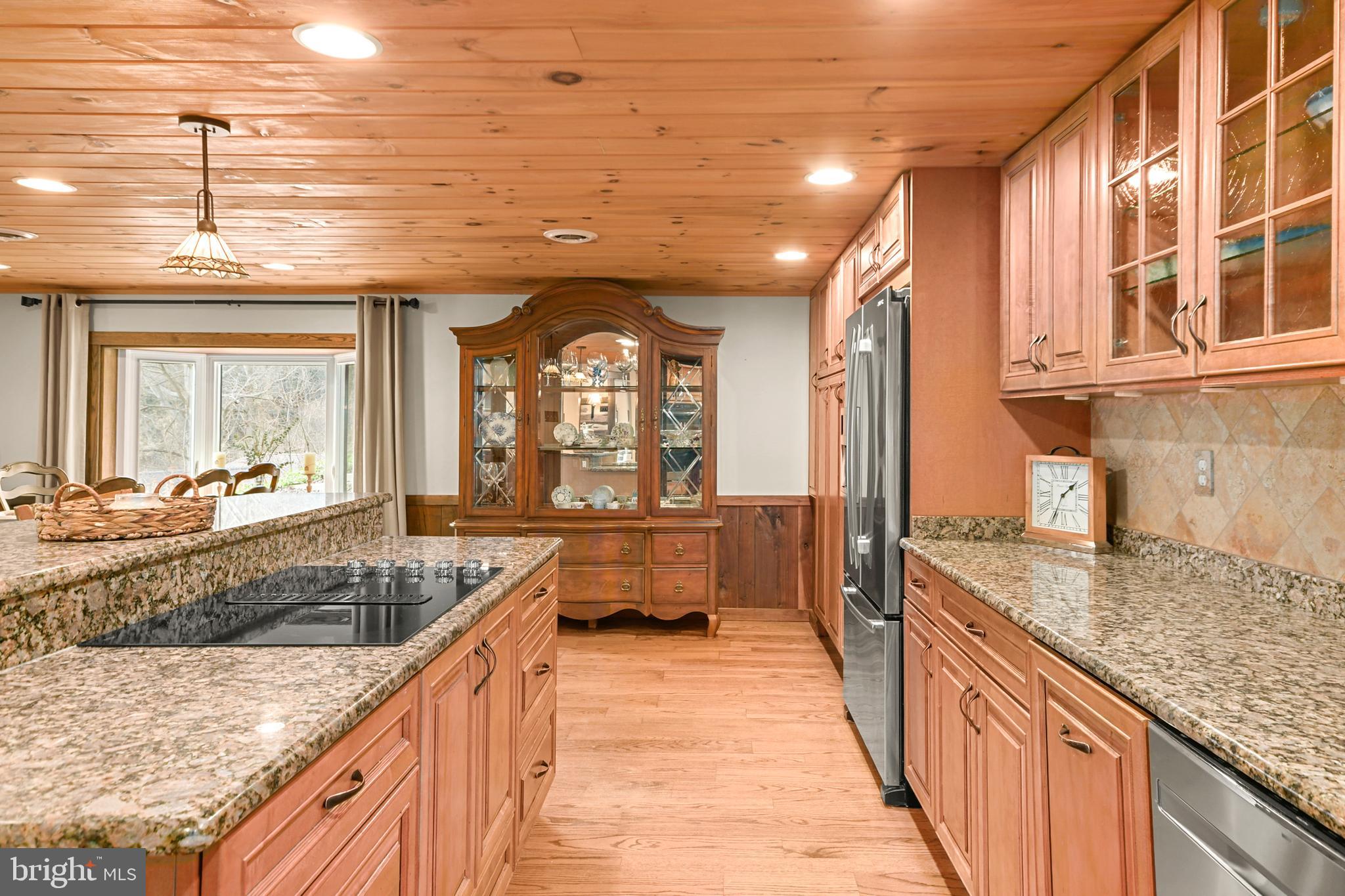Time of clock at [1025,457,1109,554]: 1:34
